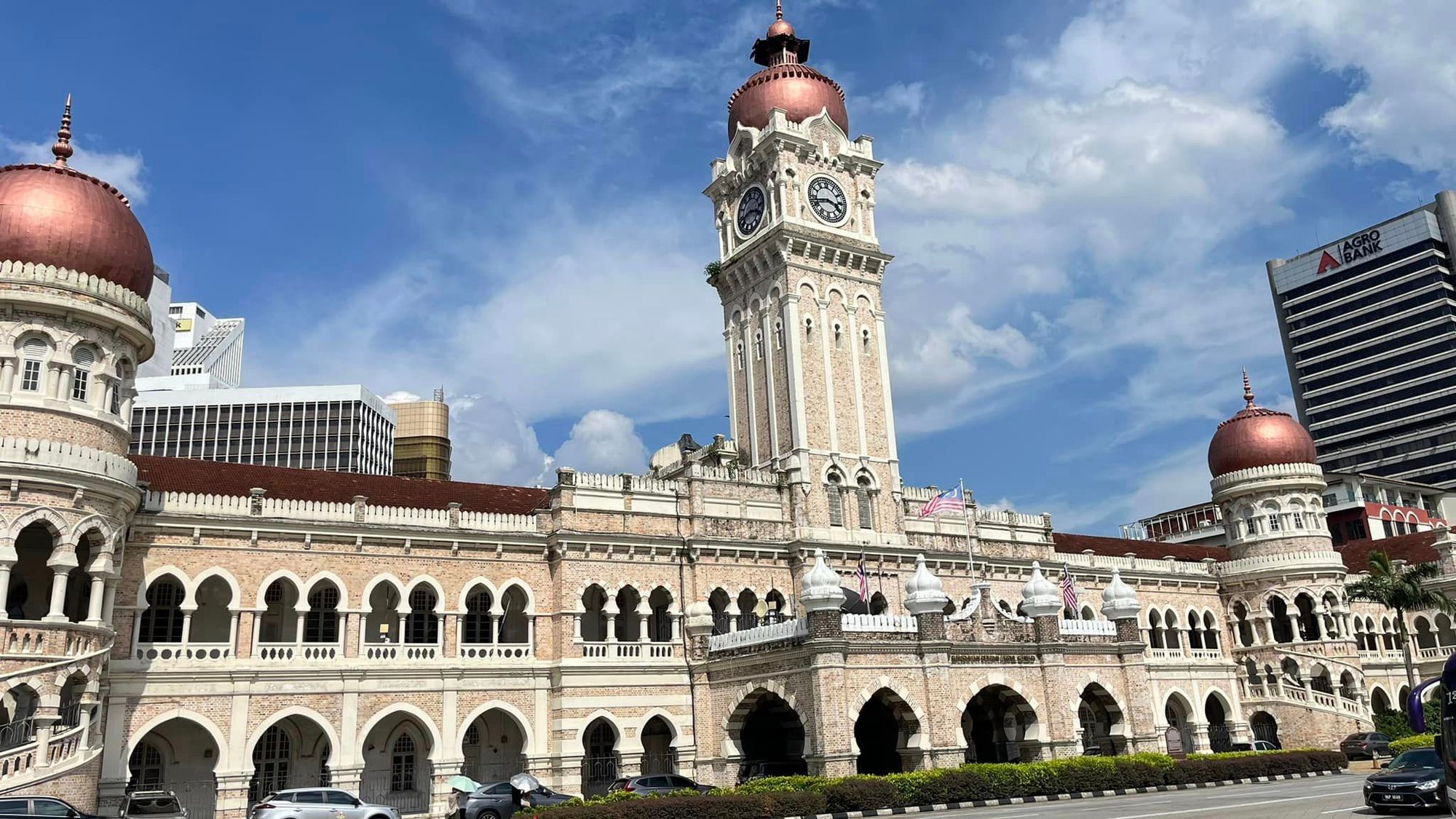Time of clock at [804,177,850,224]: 3:43
